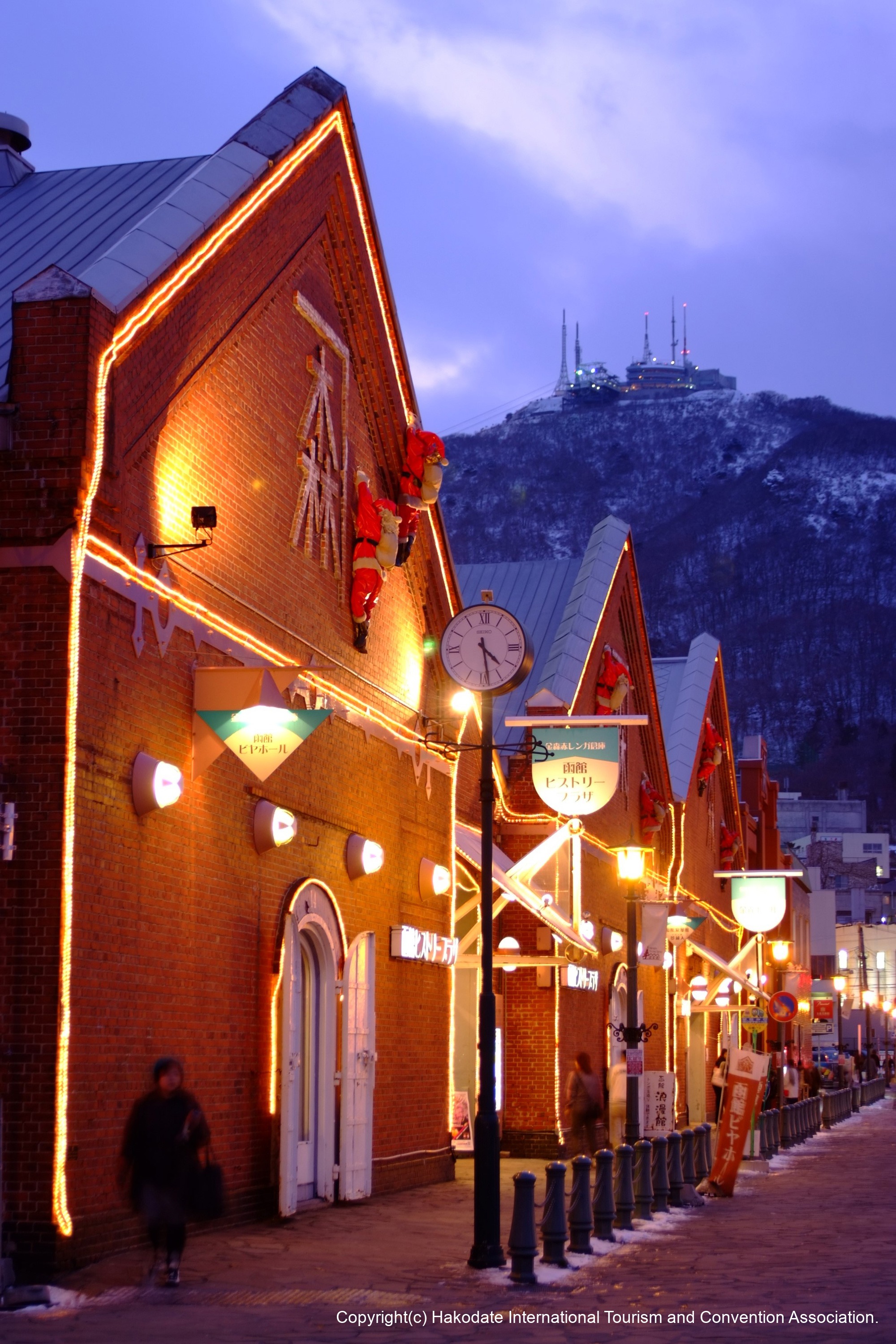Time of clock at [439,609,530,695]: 4:28
